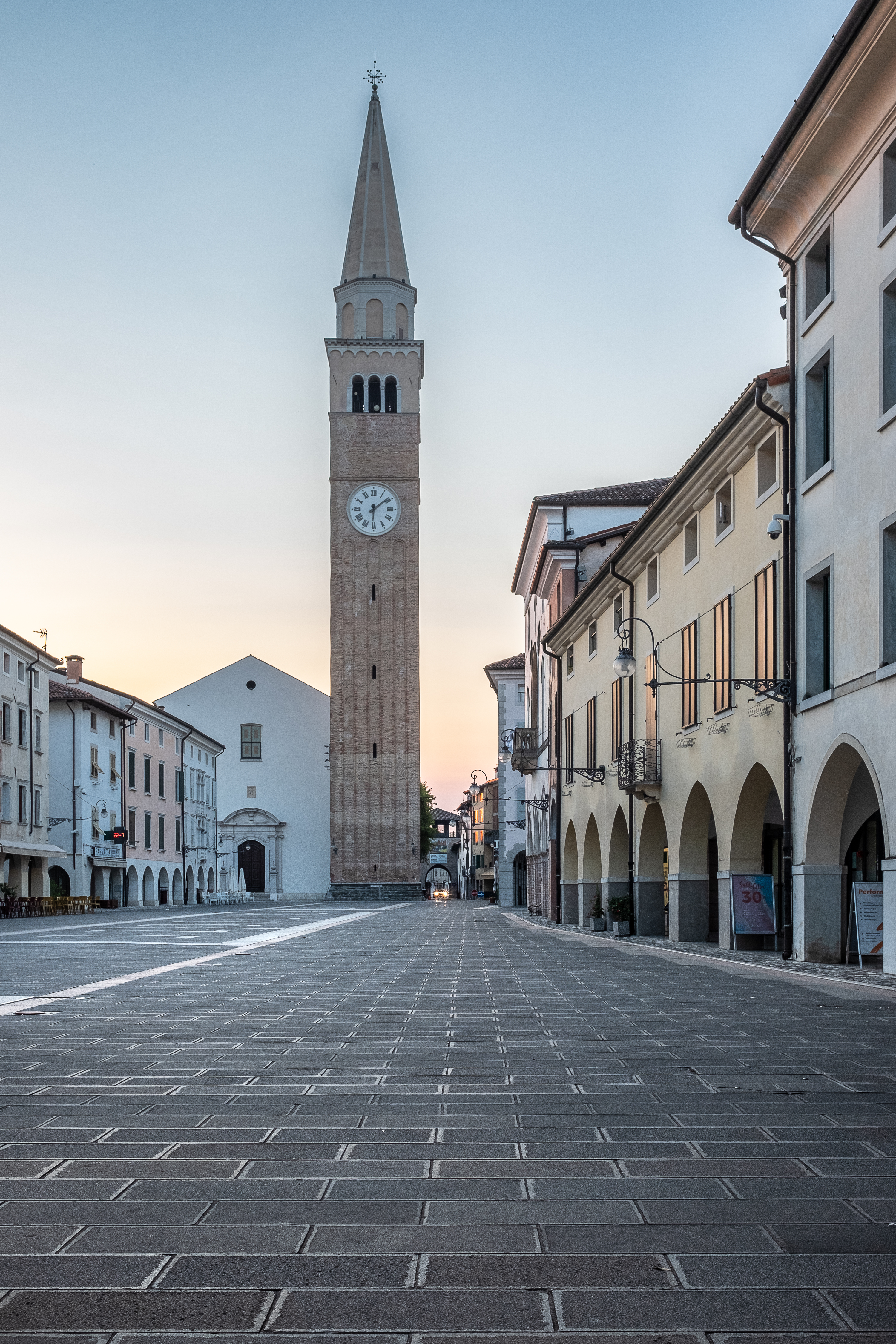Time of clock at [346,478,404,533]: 6:08
